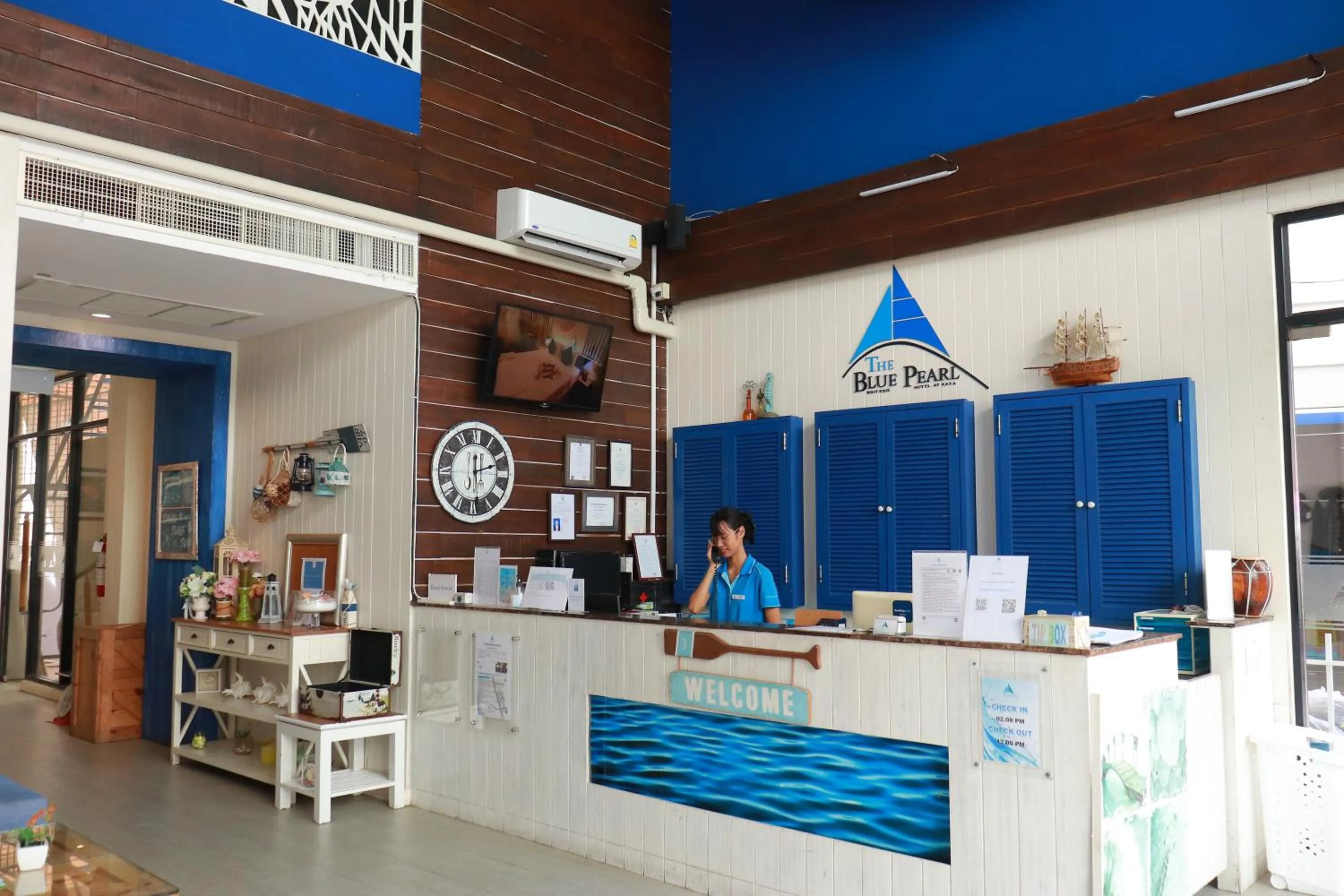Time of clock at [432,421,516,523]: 12:12
